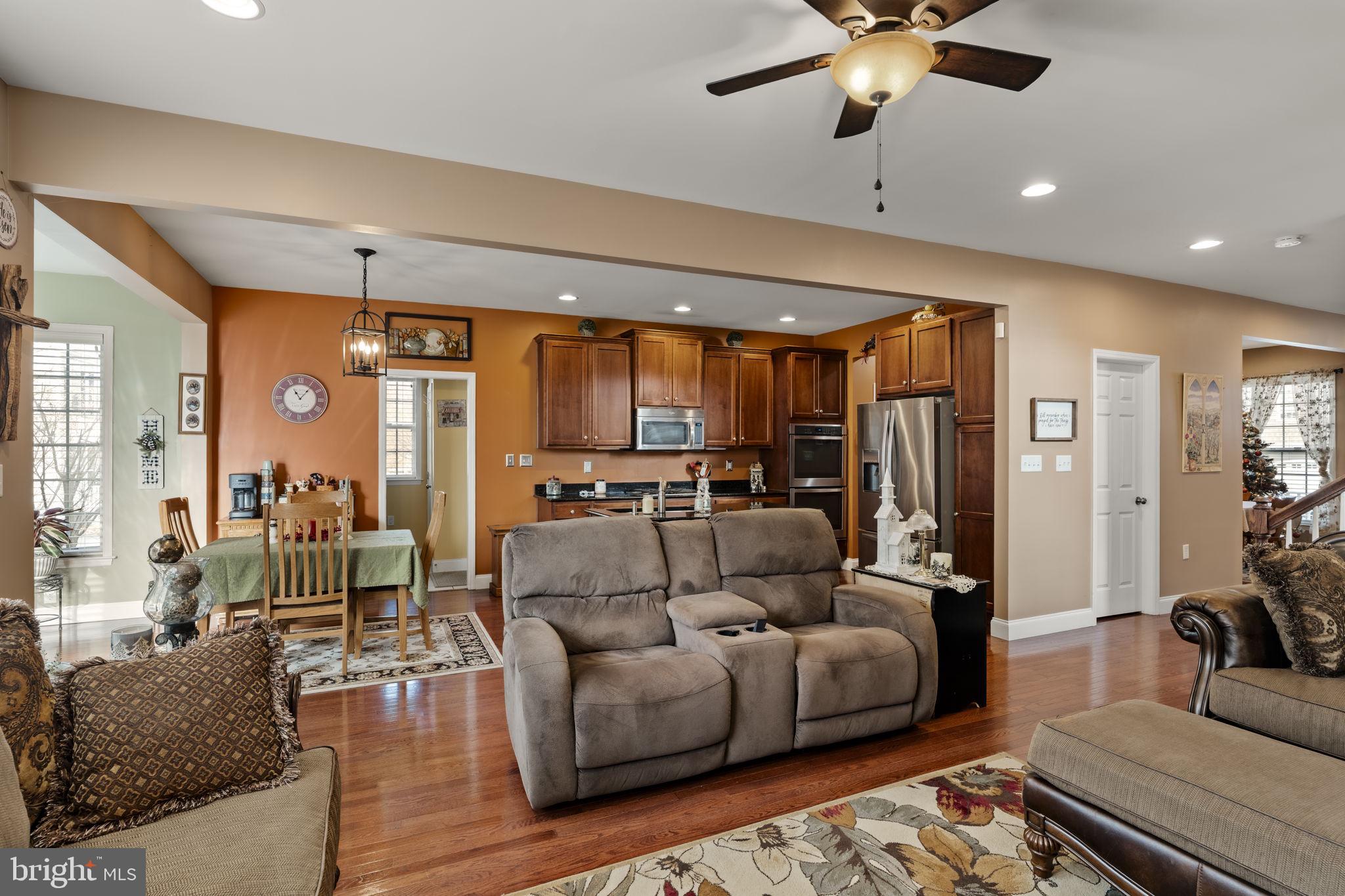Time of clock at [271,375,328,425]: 11:06
